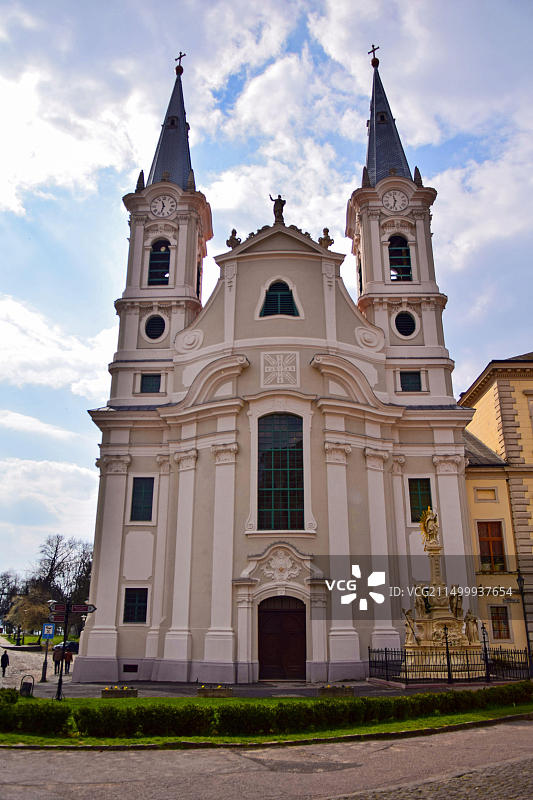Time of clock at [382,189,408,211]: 11:32
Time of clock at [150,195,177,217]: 11:32
